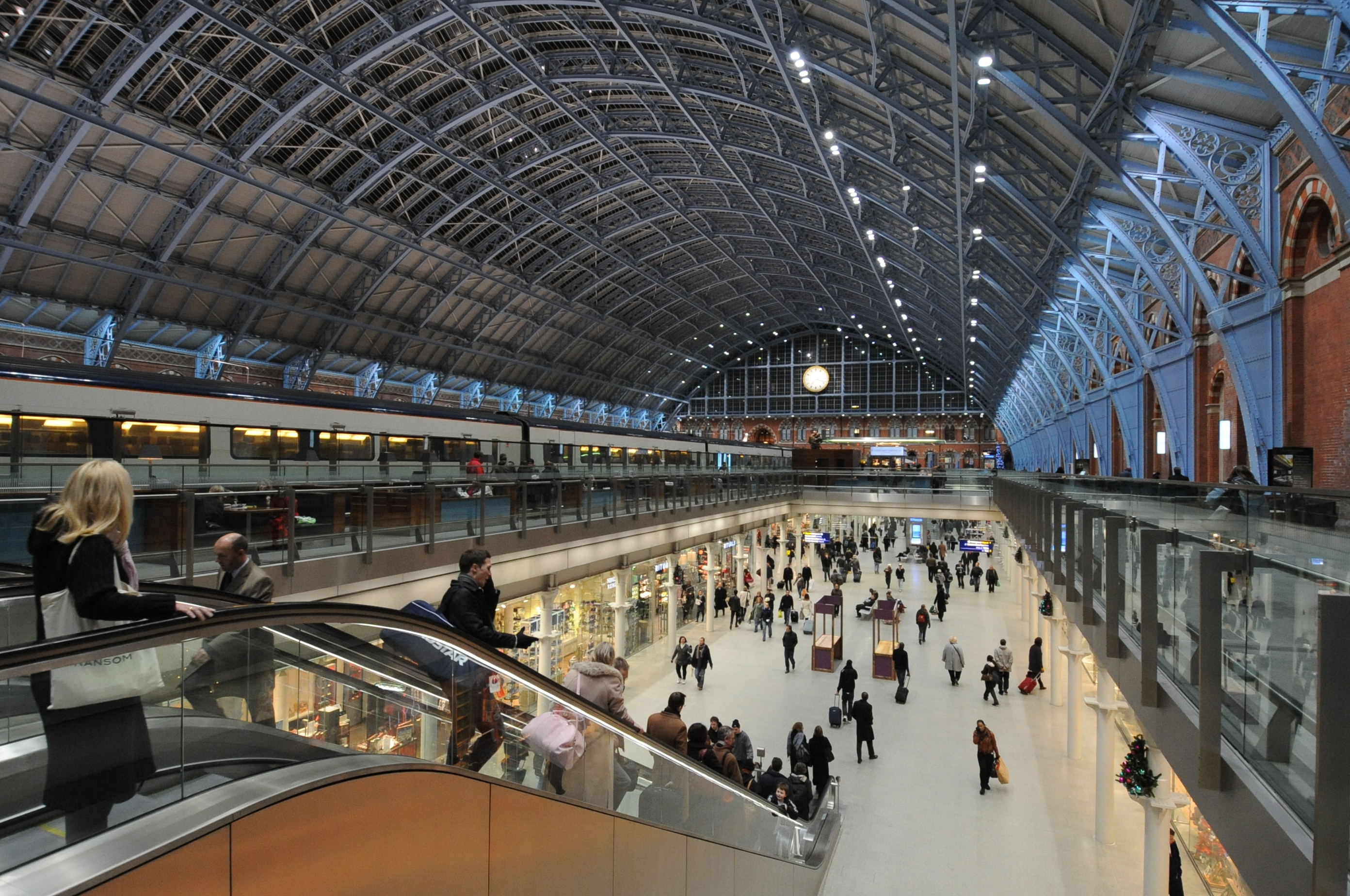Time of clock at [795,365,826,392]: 7:18
